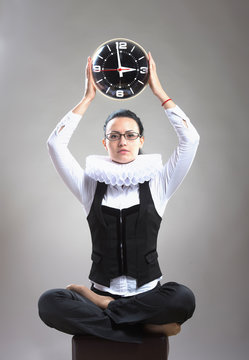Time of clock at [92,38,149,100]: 2:58
